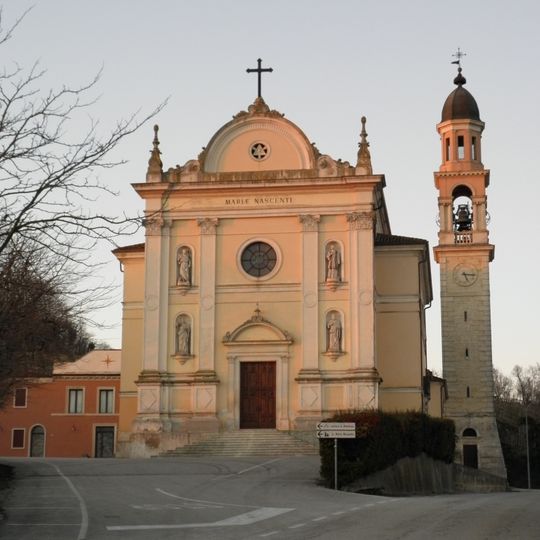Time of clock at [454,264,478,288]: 5:15
